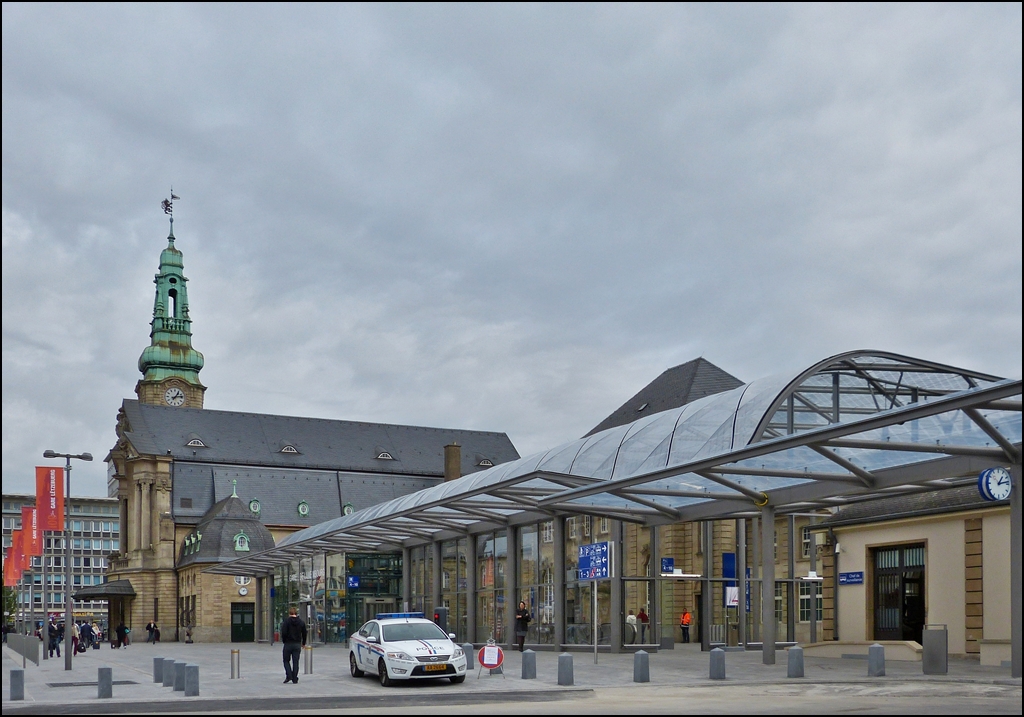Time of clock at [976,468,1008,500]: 1:13
